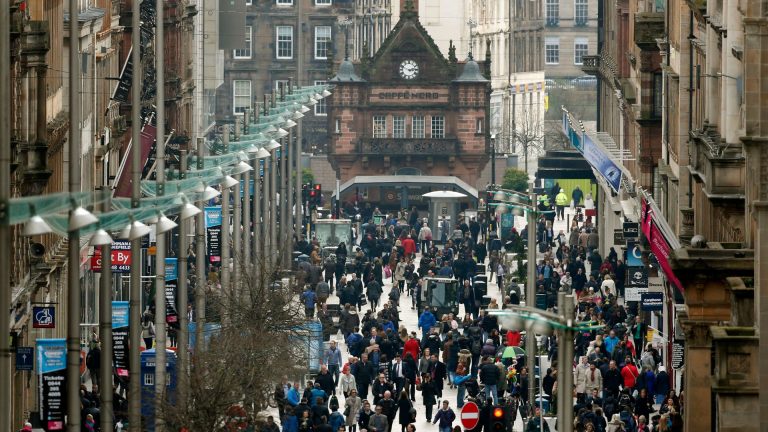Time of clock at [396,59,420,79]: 2:48
